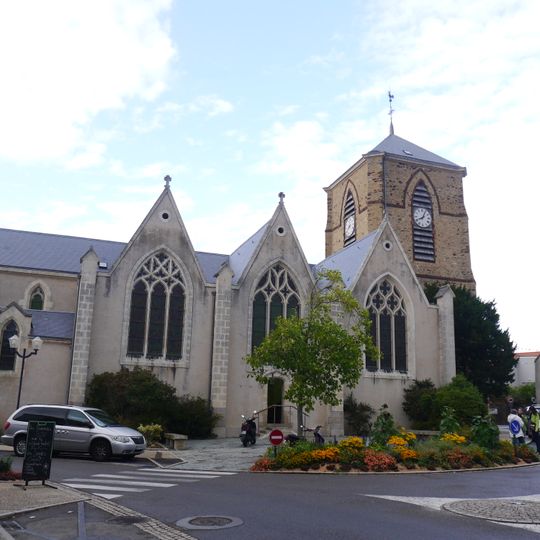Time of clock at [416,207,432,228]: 8:04
